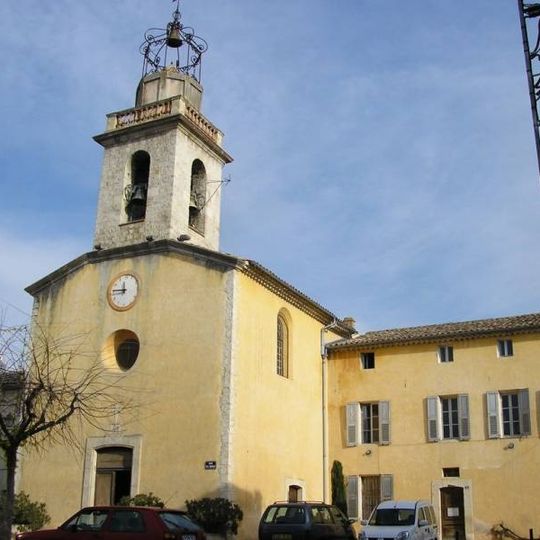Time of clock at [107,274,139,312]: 11:45
